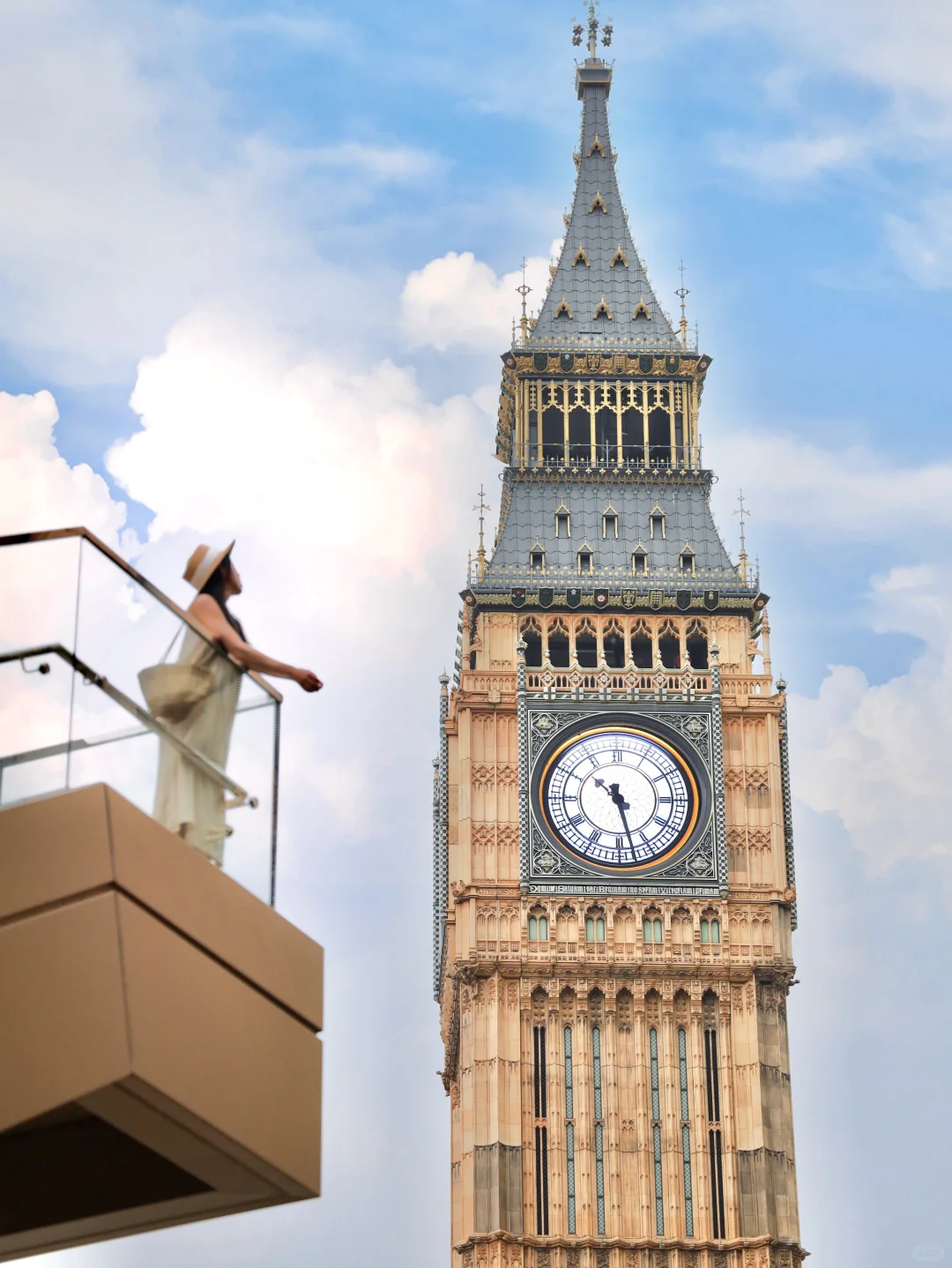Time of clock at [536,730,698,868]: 10:27
